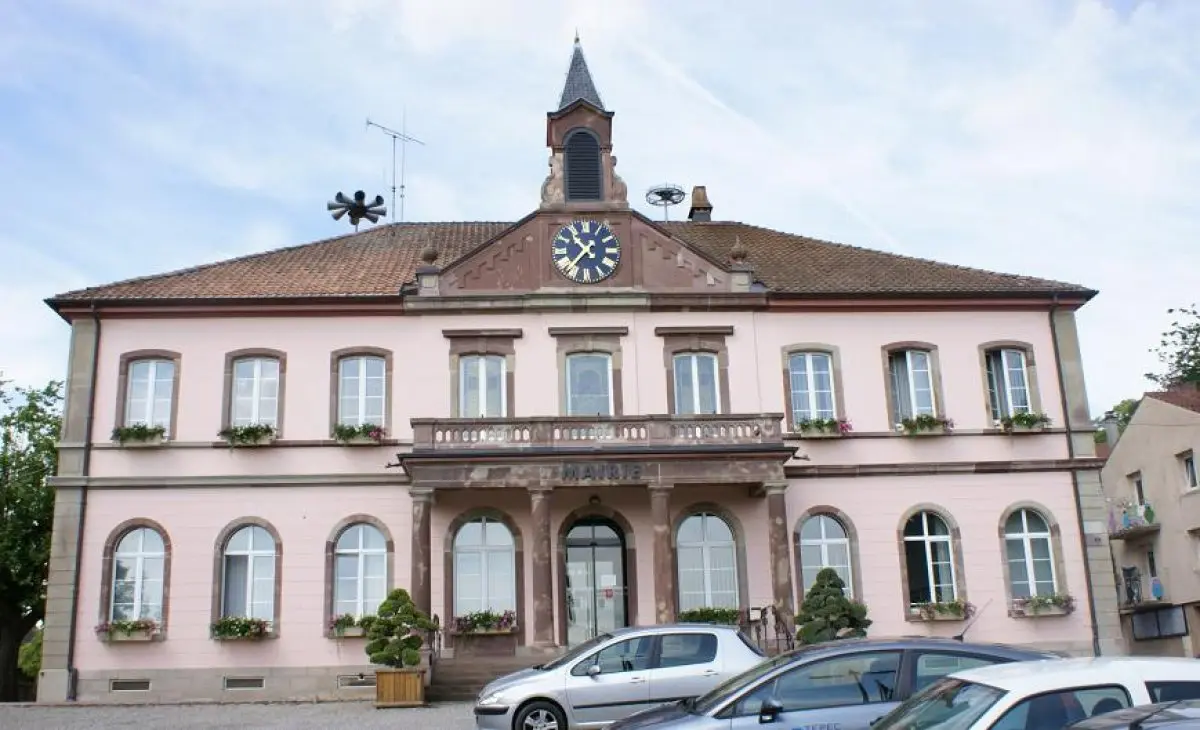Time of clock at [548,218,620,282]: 10:36
